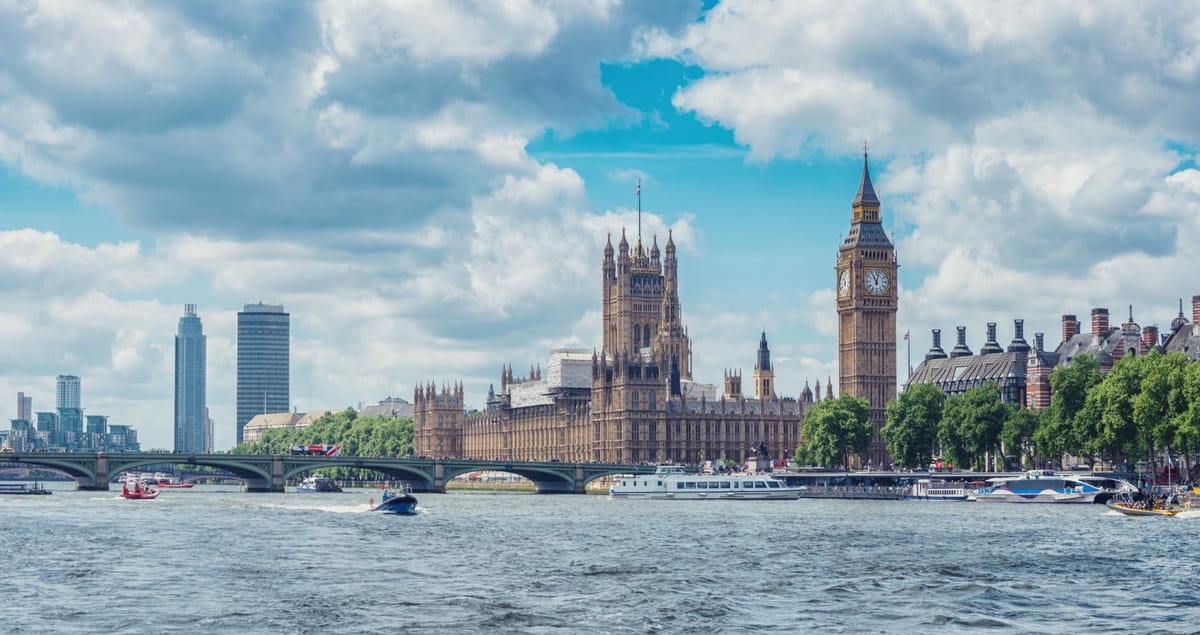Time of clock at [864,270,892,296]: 11:02
